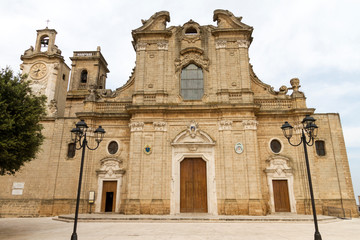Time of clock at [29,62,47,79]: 8:32
